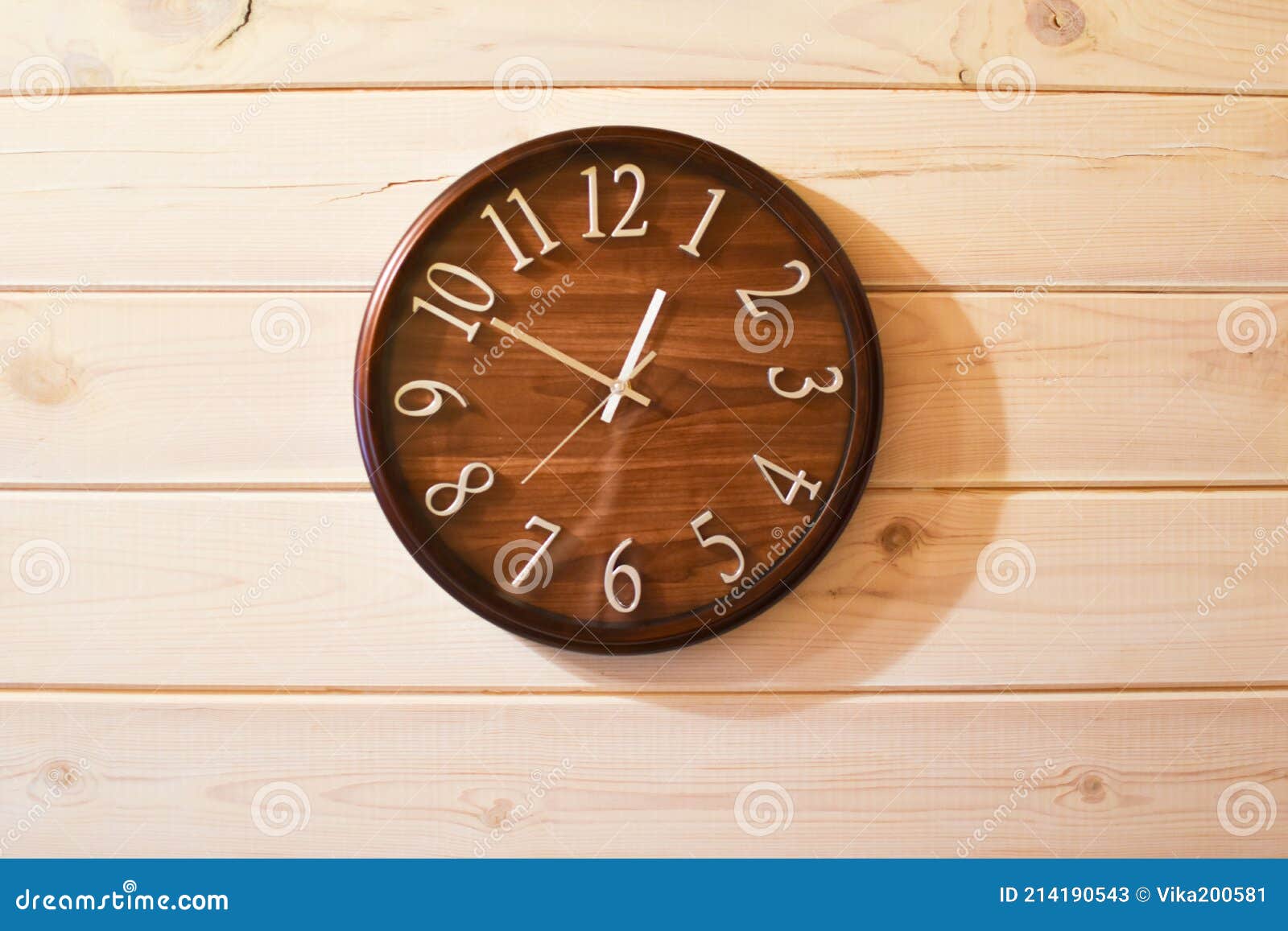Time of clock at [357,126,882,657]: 12:50
